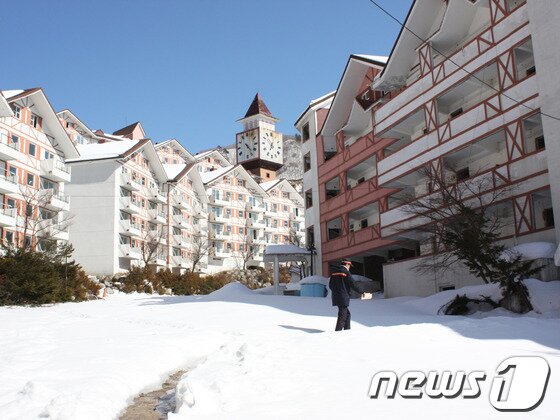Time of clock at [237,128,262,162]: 4:23
